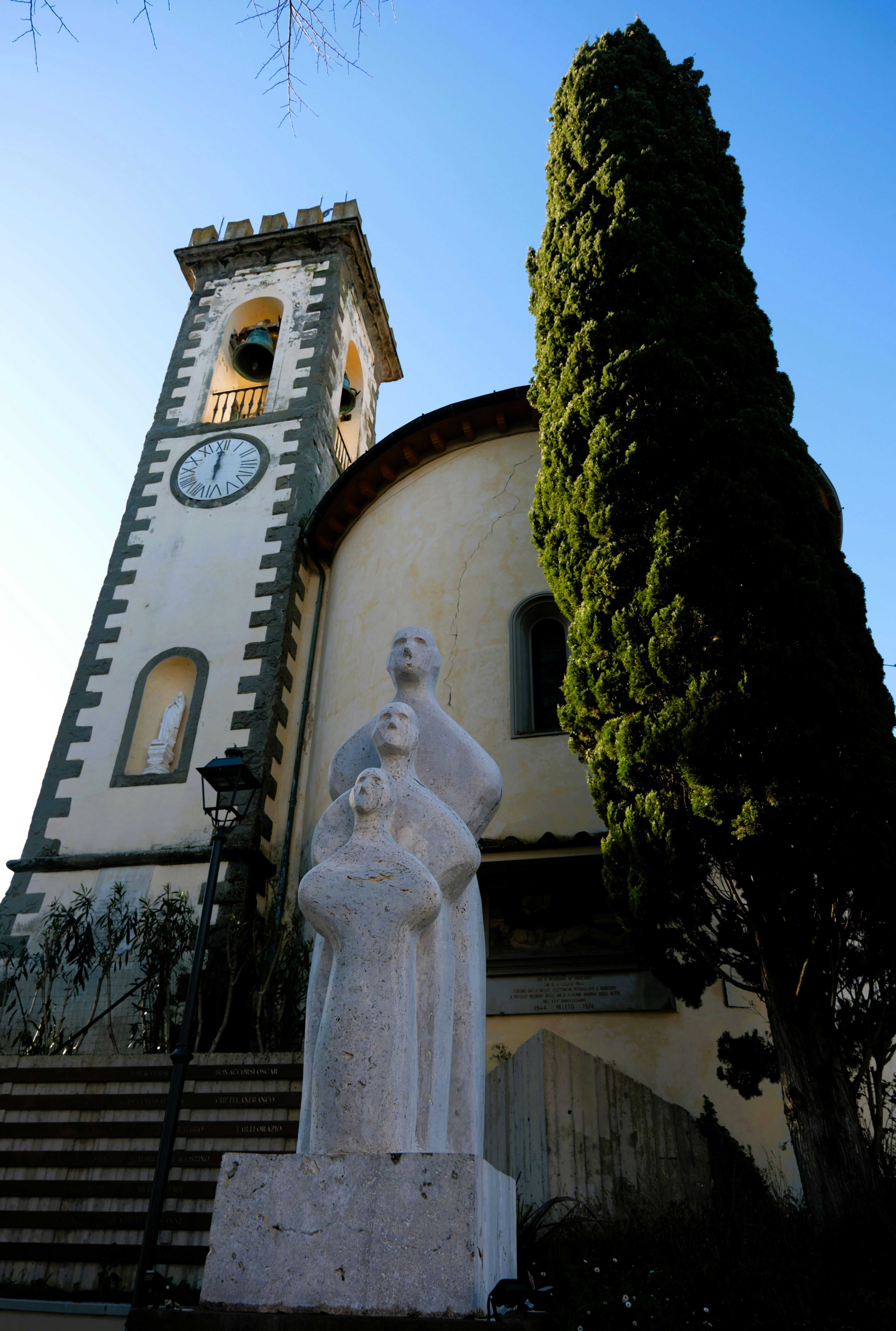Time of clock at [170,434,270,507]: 12:00
